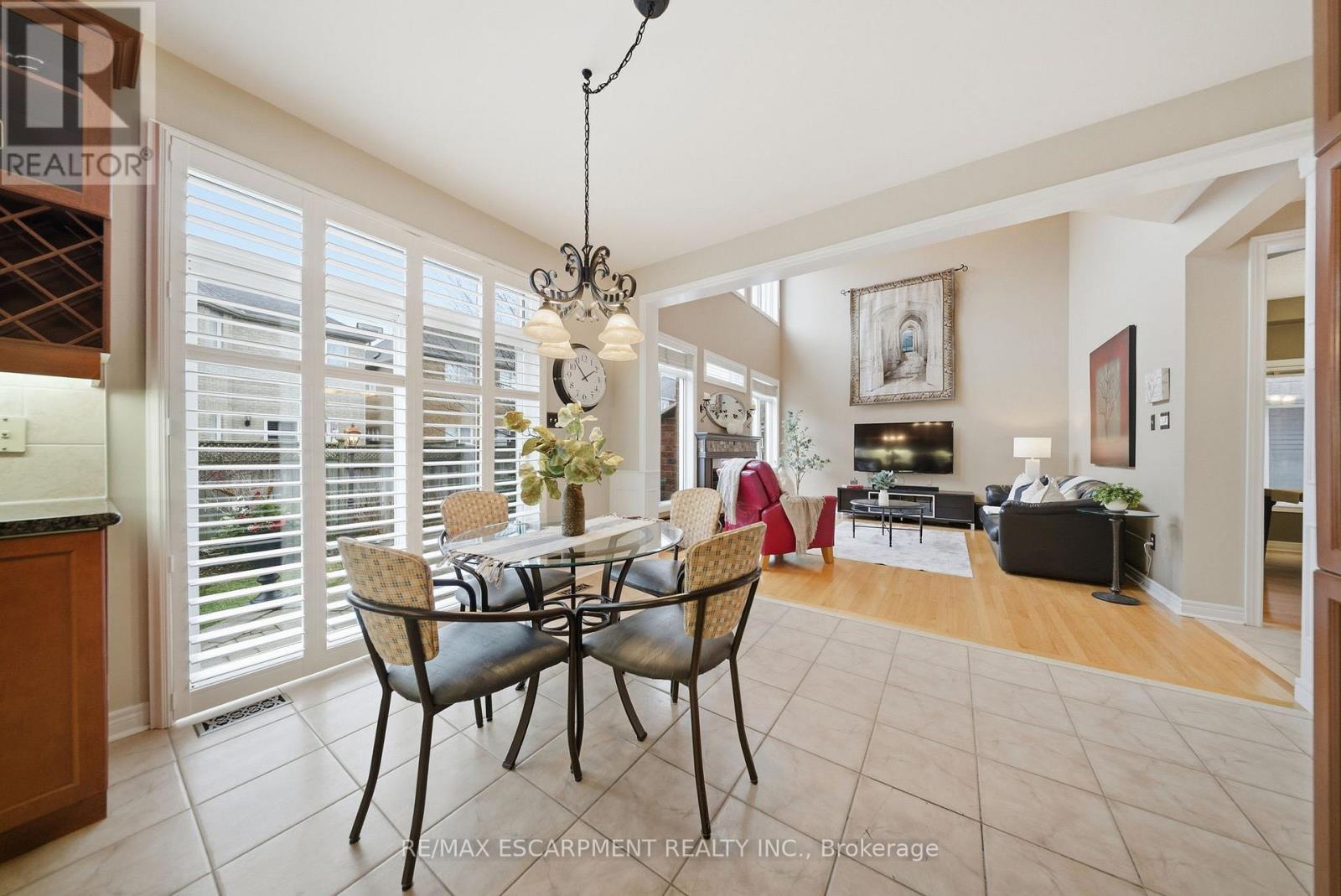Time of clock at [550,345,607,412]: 1:54
